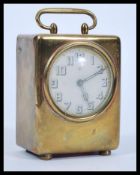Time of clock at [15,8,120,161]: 5:10
